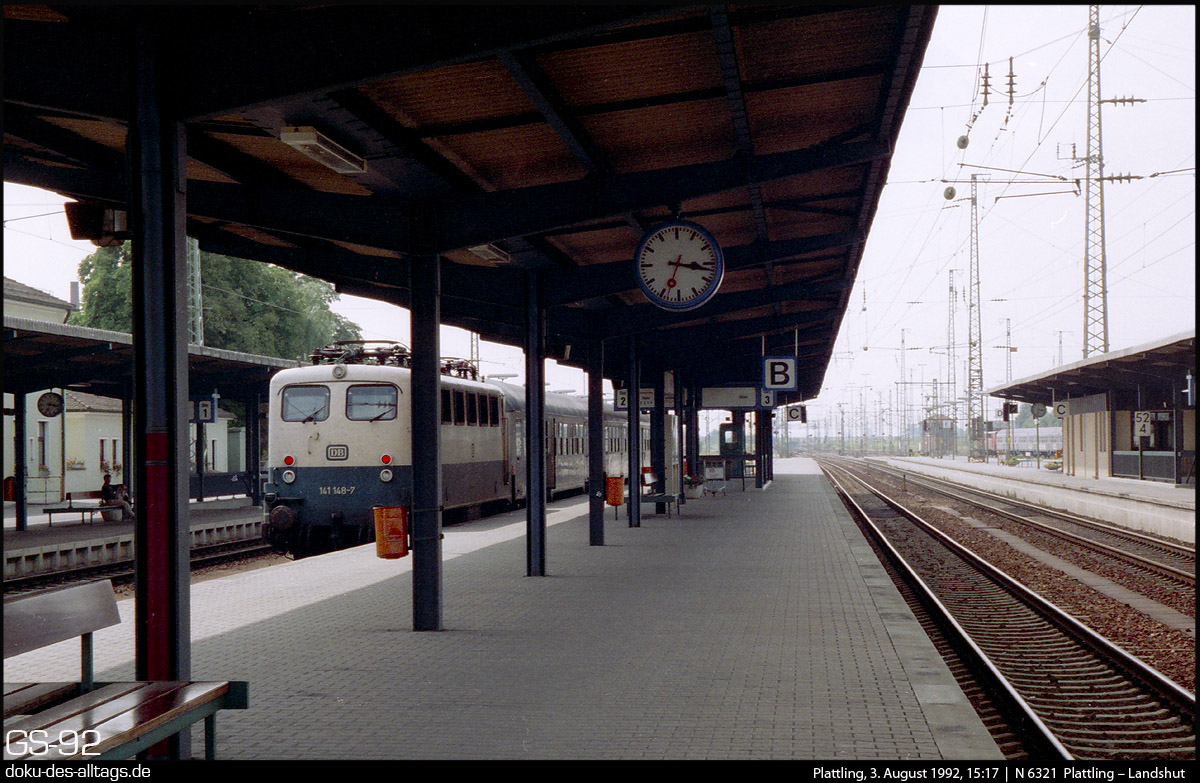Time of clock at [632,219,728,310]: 3:17
